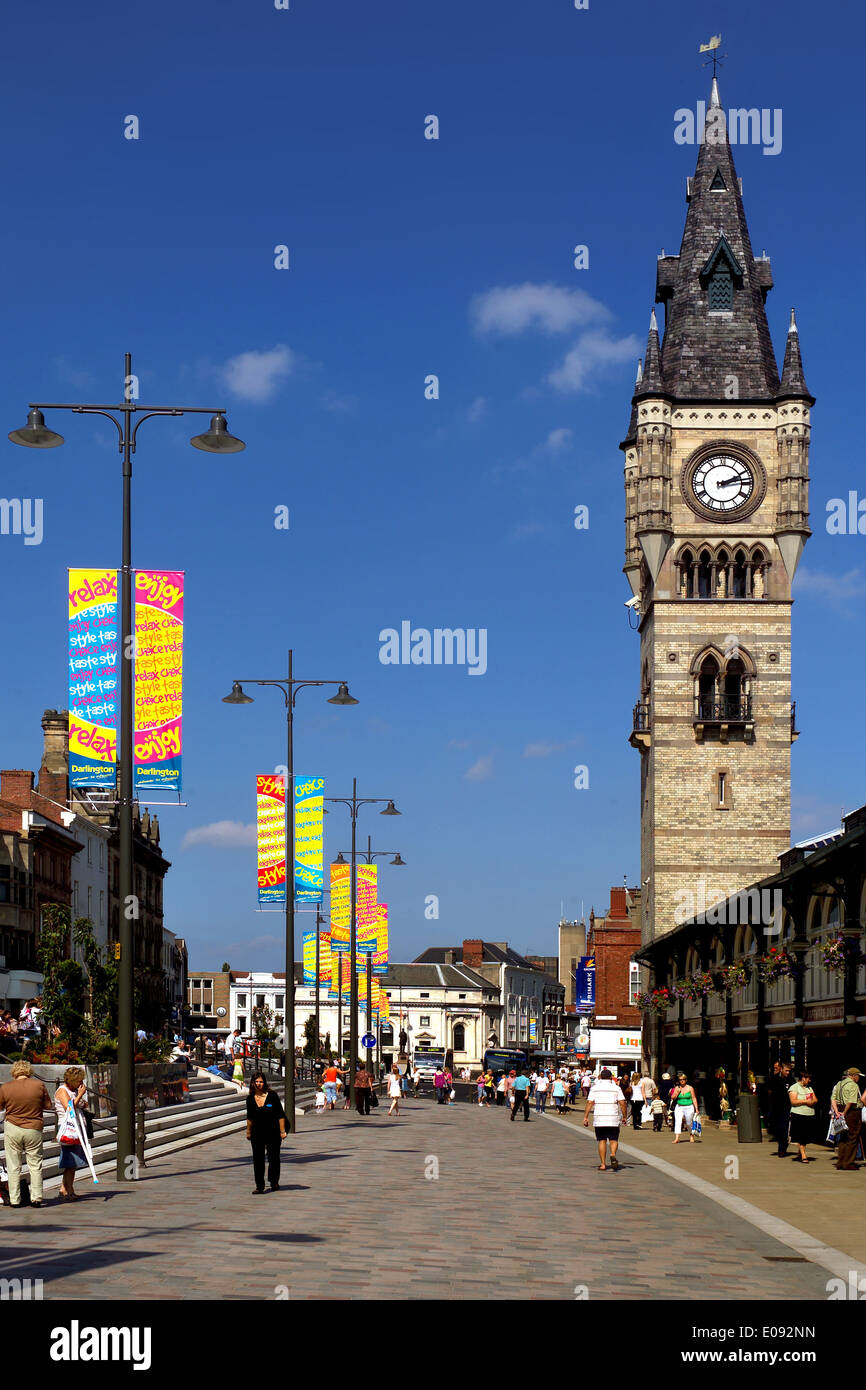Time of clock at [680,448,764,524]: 2:13
